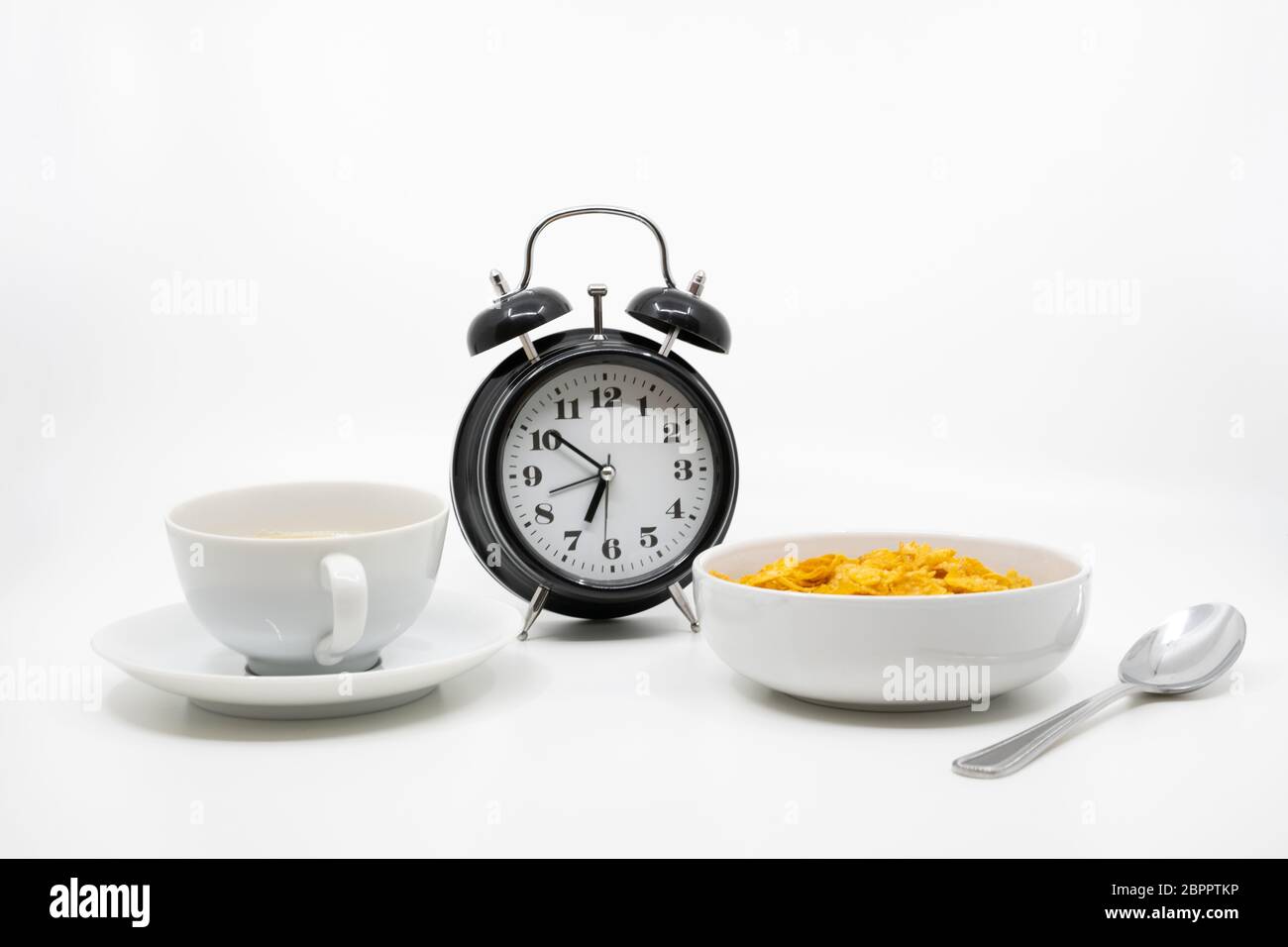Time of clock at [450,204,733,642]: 6:51
